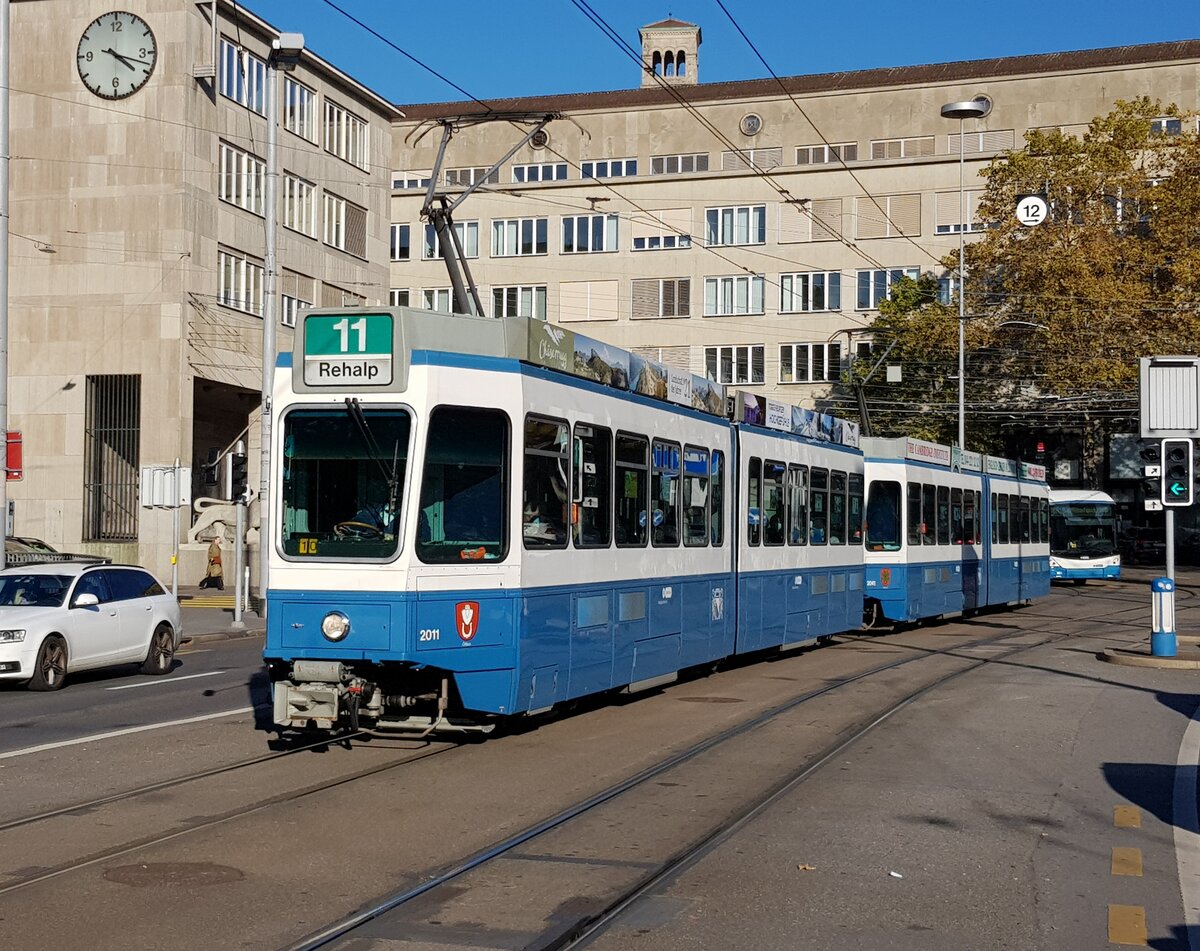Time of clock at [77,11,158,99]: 4:17
